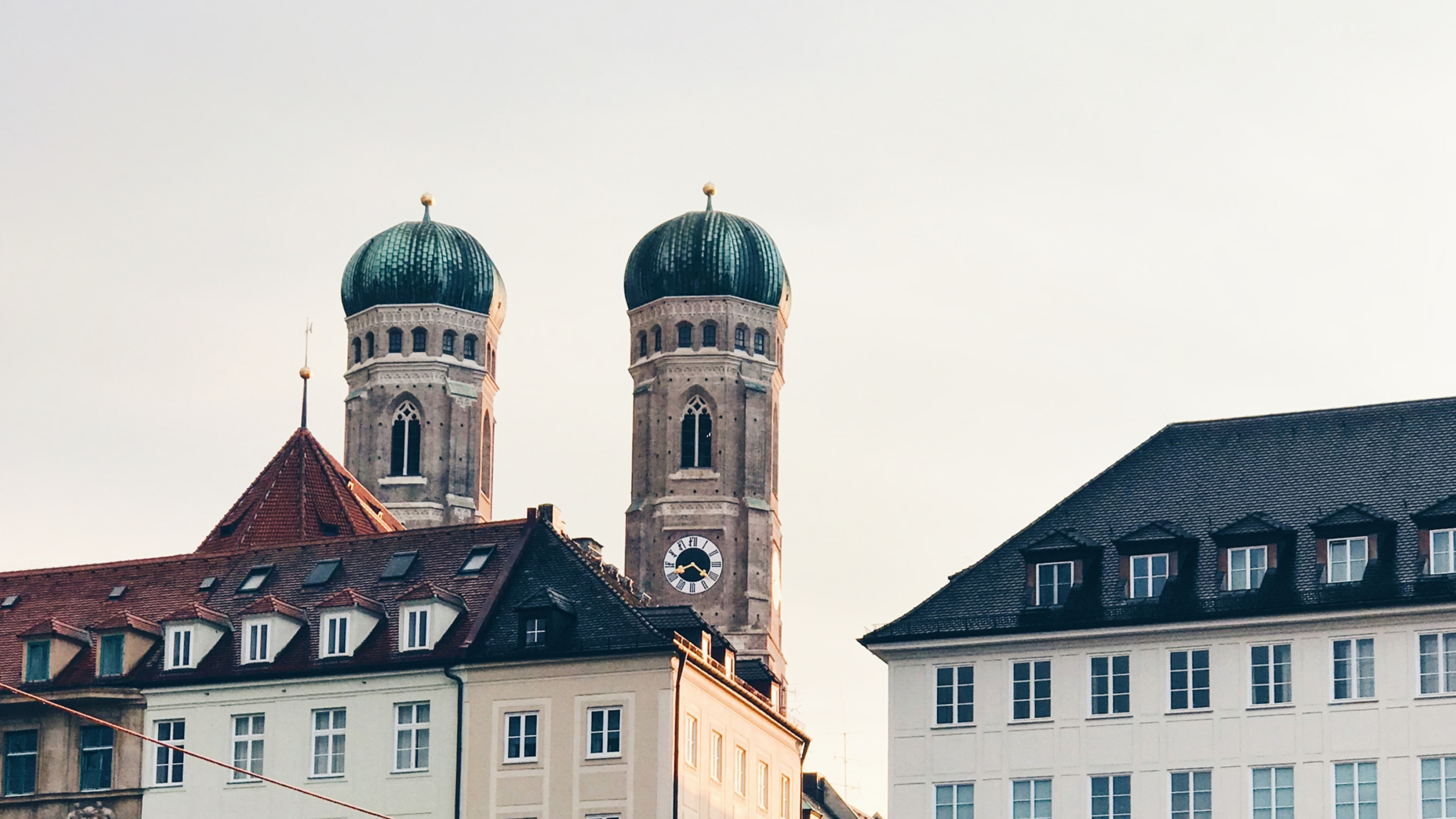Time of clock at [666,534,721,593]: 8:21
